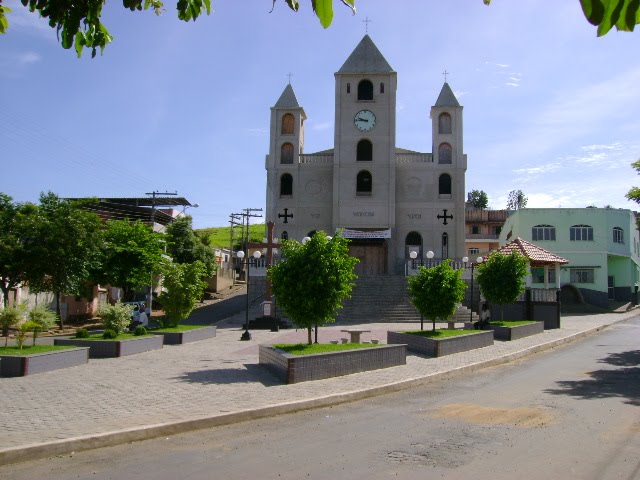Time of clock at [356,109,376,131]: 9:45
